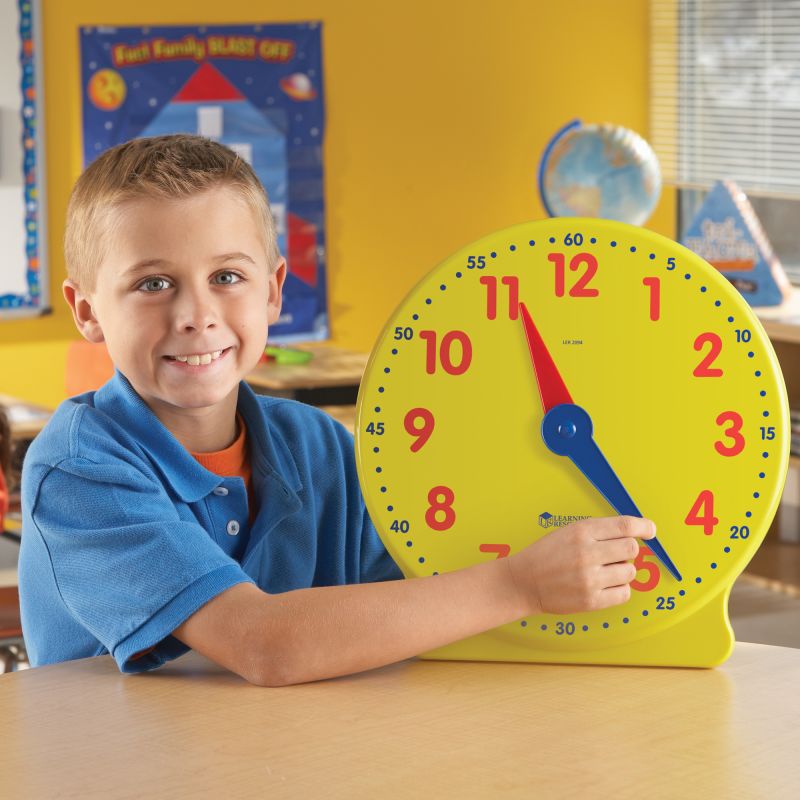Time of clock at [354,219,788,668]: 4:23
